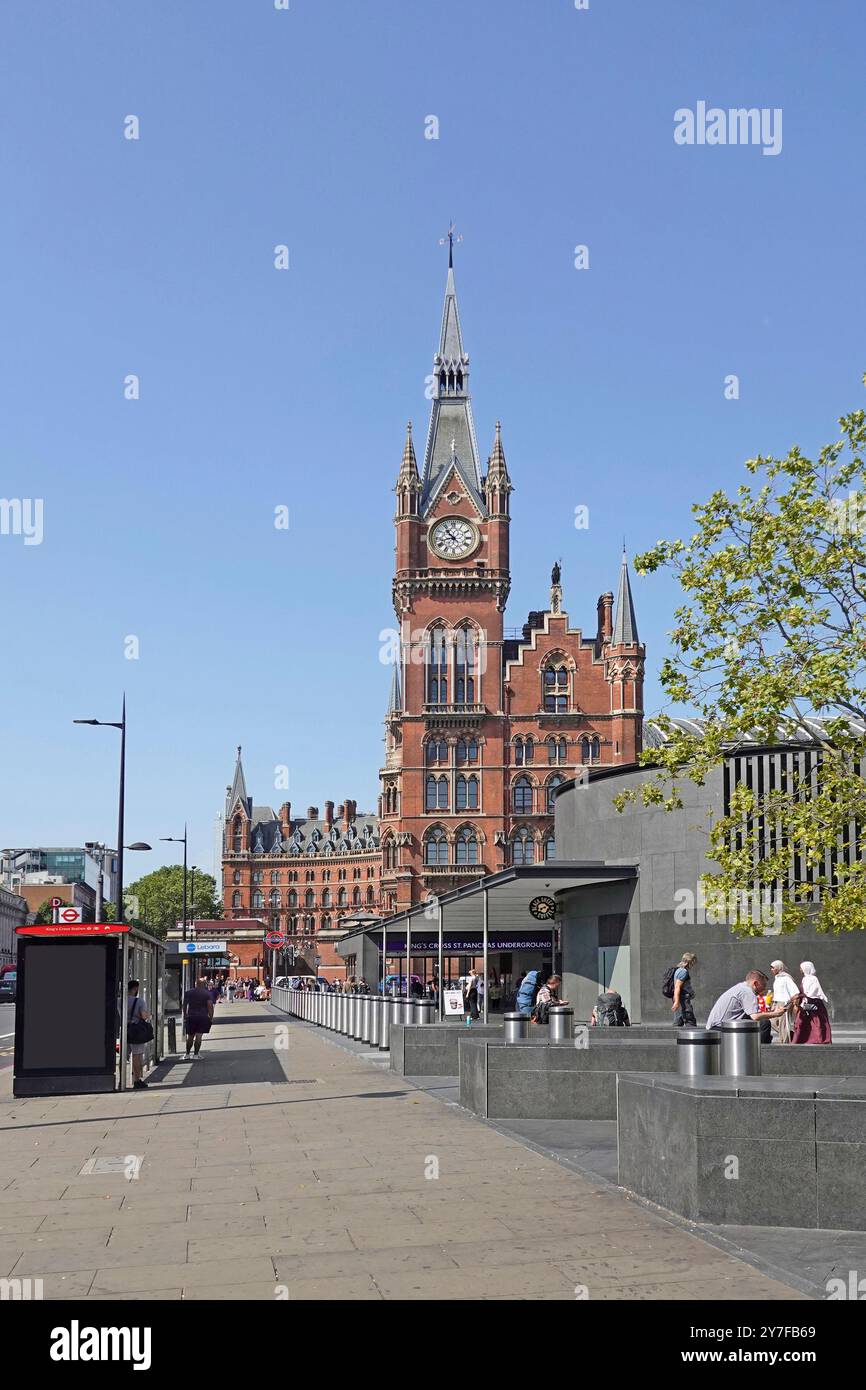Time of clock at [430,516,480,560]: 10:42
